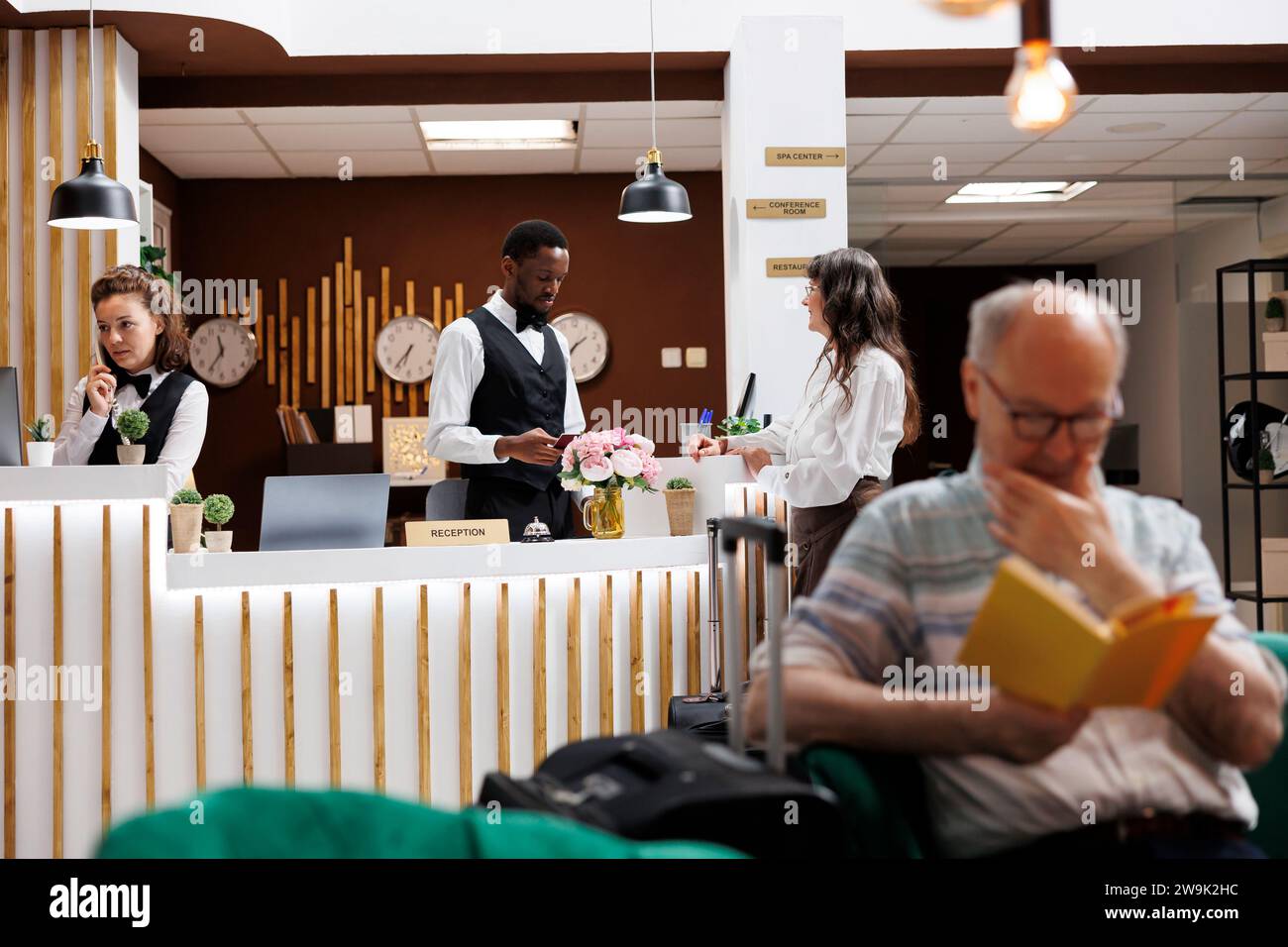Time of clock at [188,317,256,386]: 11:35
